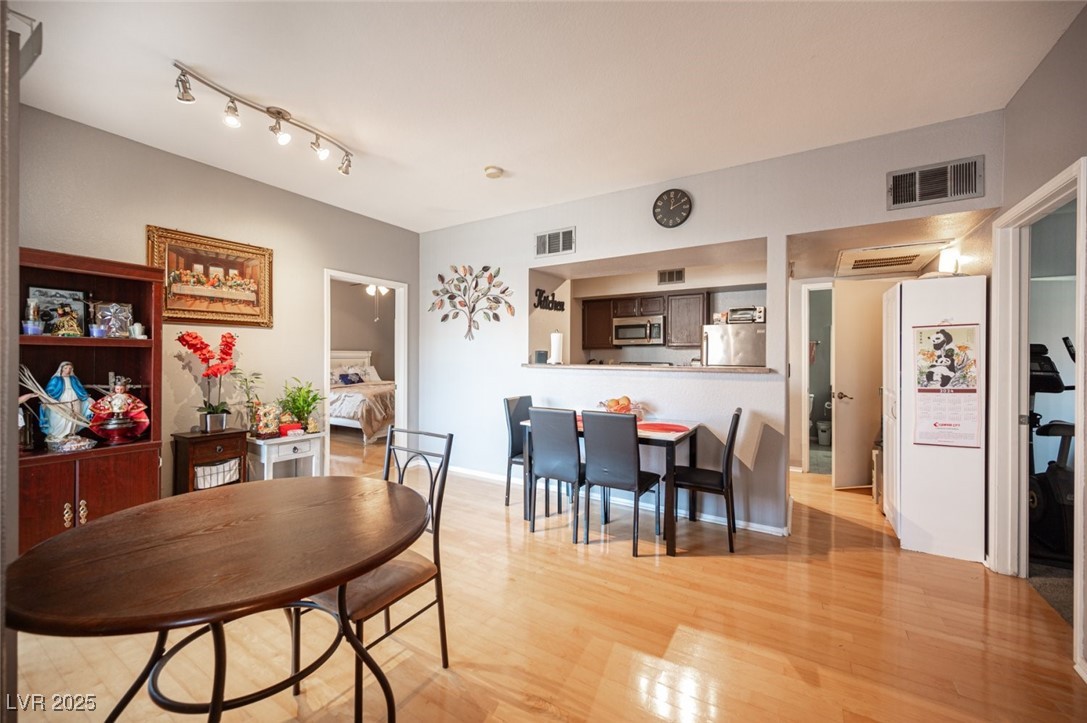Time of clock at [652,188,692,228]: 12:10
